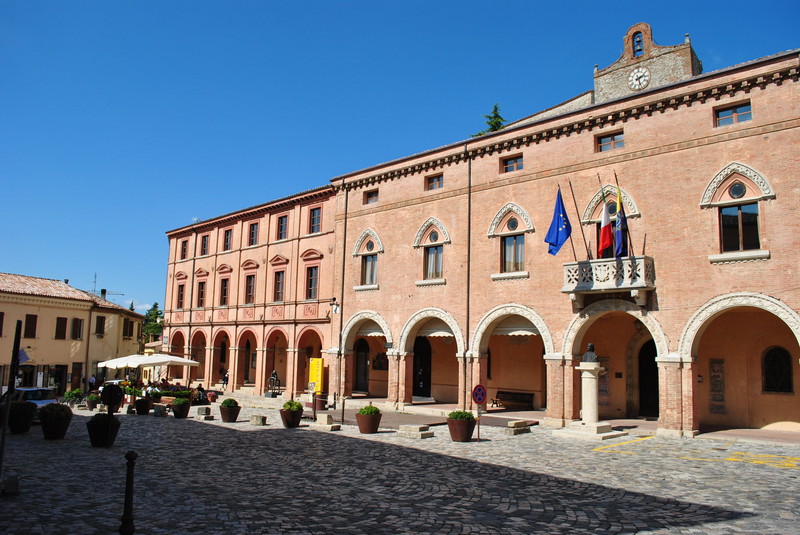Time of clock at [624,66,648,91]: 2:27
